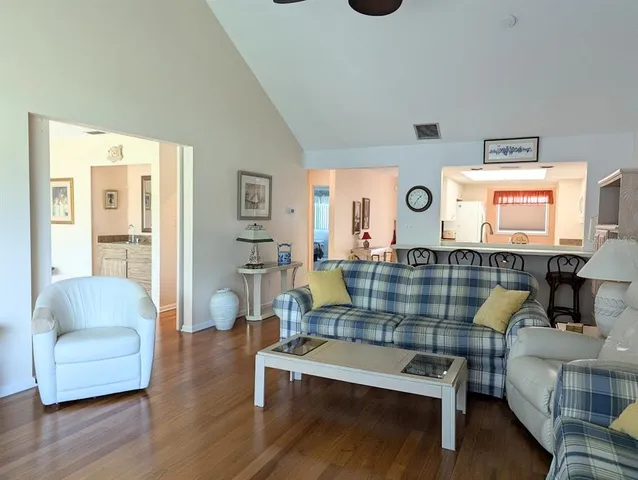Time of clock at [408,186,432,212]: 1:36
